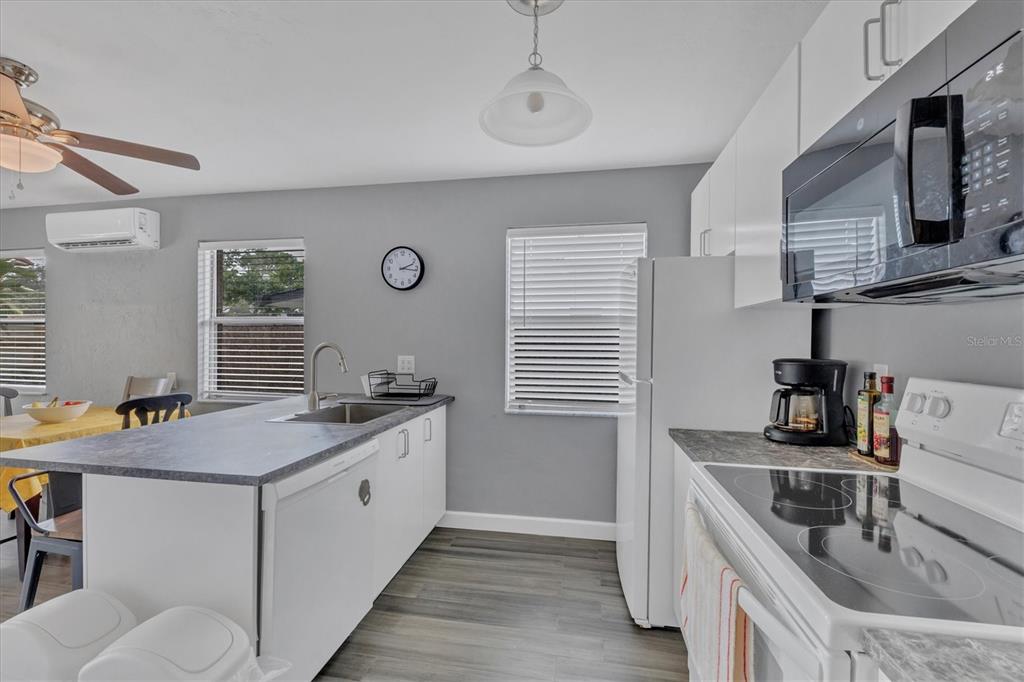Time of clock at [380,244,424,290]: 2:16
